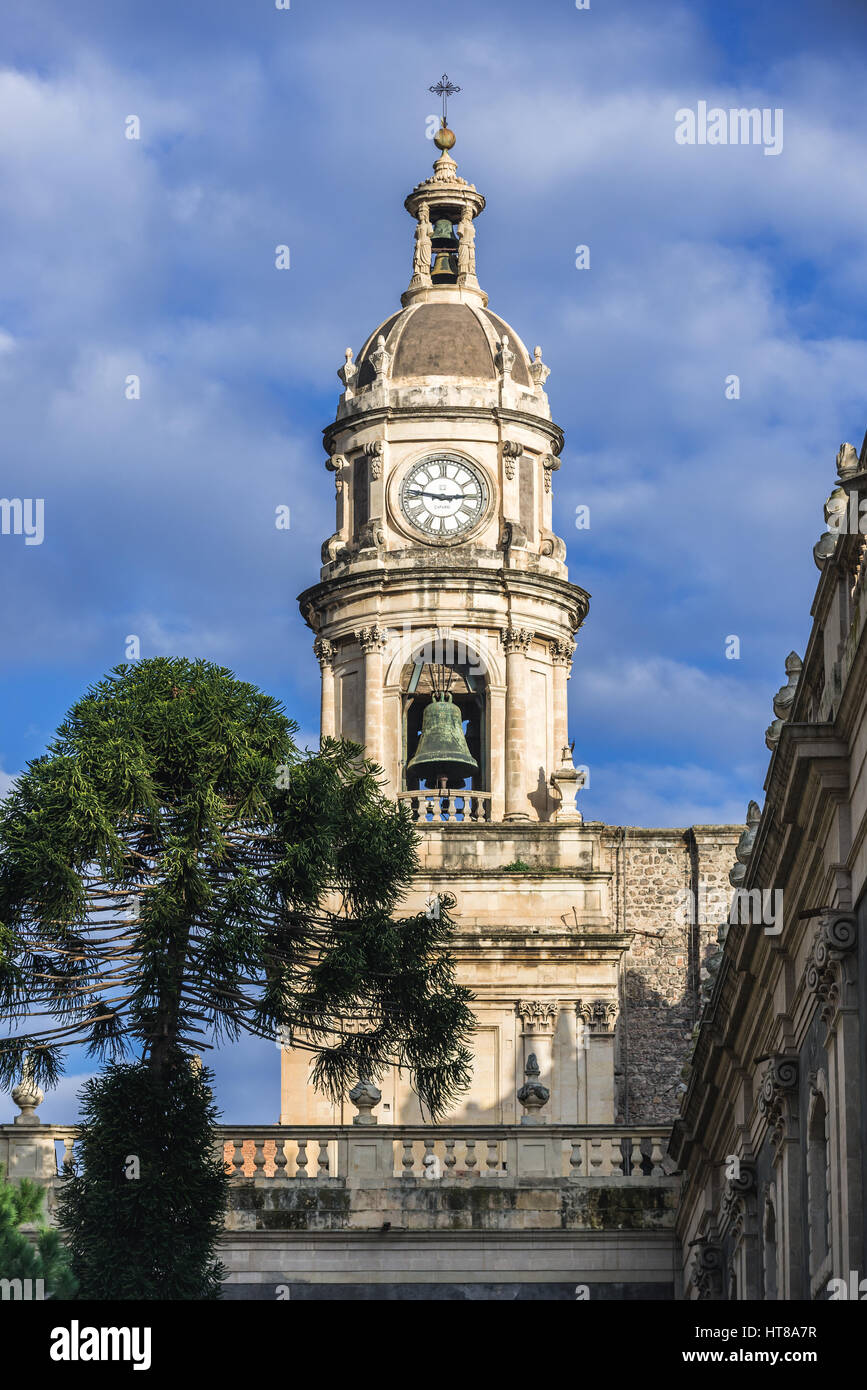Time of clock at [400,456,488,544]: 2:46
